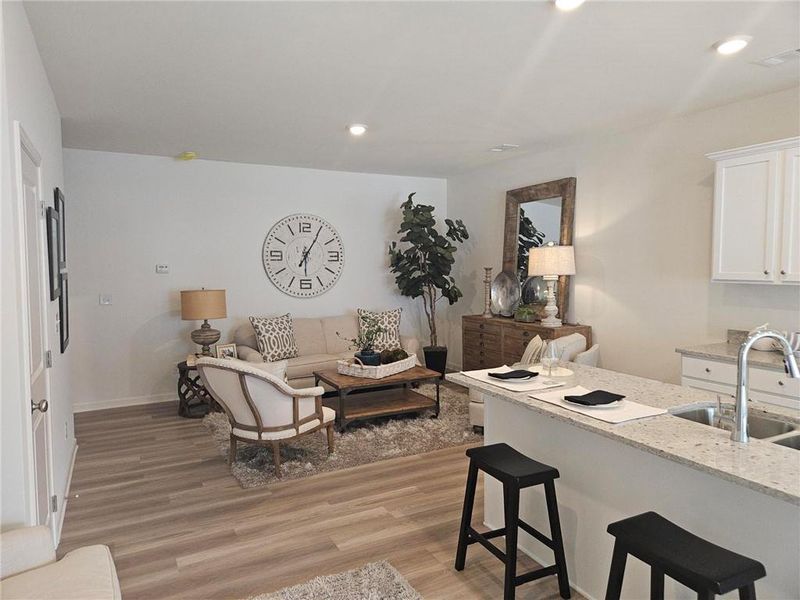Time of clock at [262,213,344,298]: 6:05
